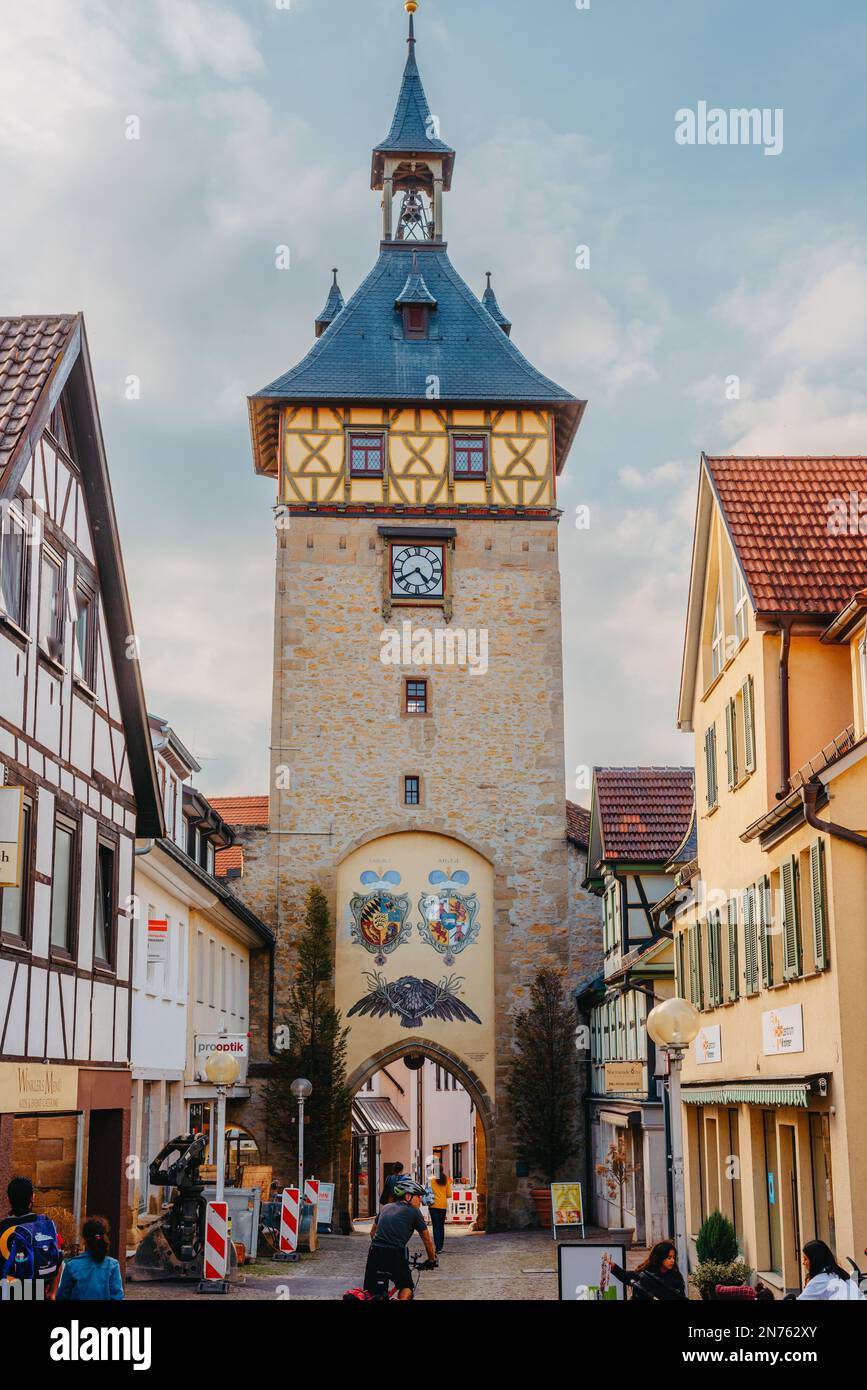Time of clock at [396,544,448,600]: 4:40
